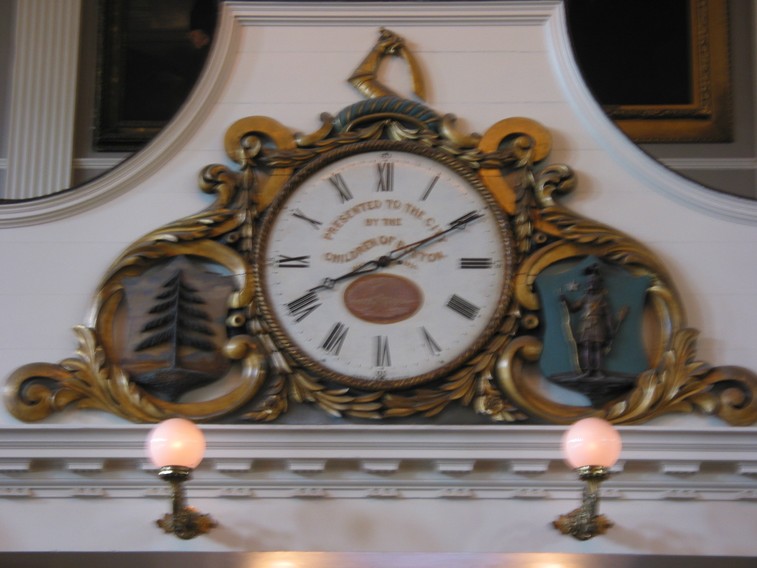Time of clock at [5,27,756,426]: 8:09
